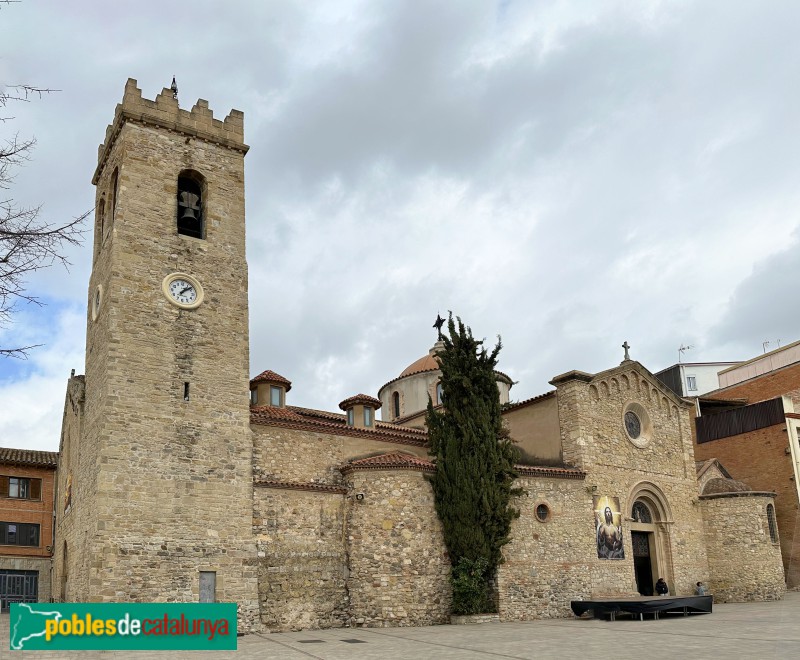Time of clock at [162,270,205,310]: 1:08
